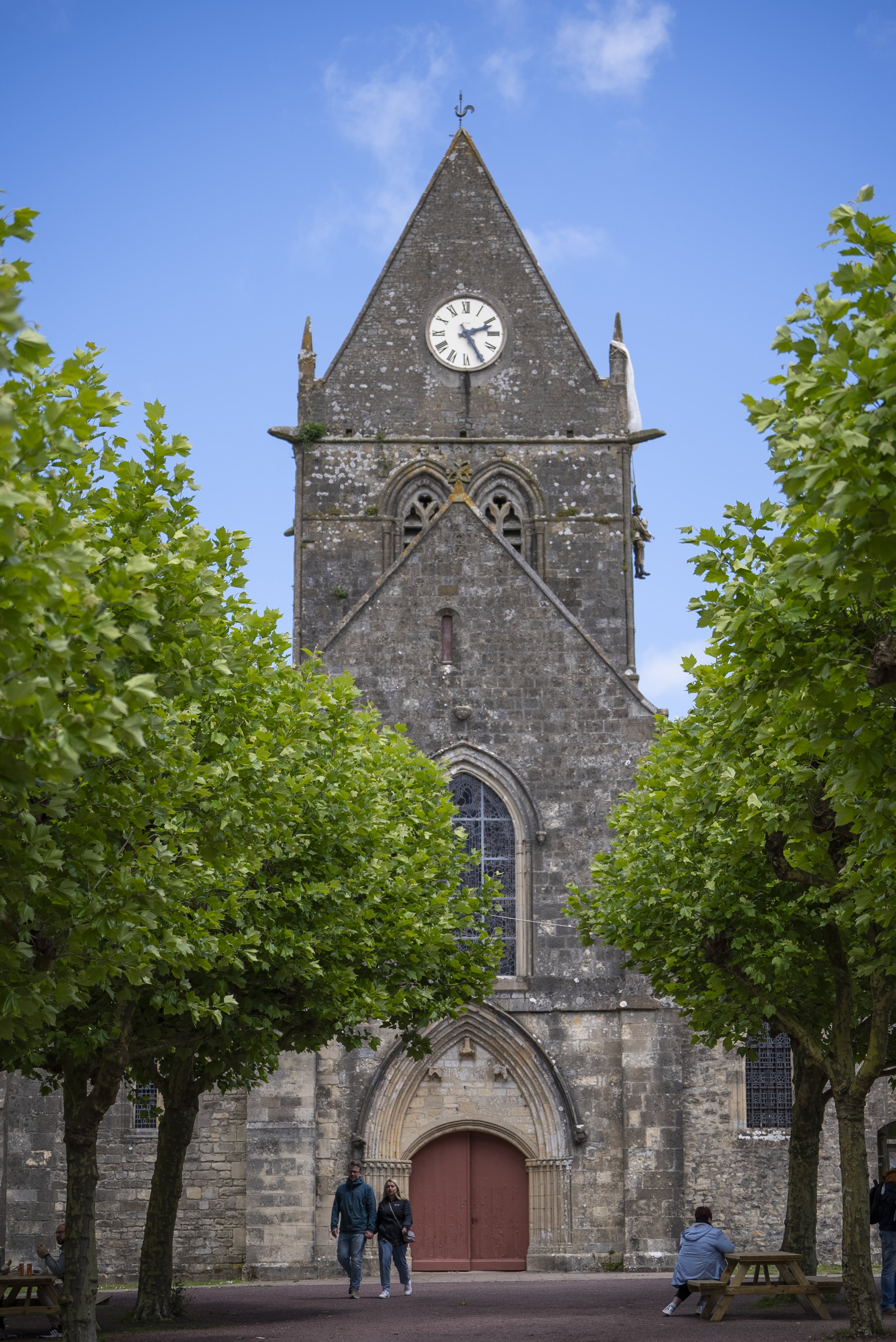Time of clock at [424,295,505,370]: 2:25
